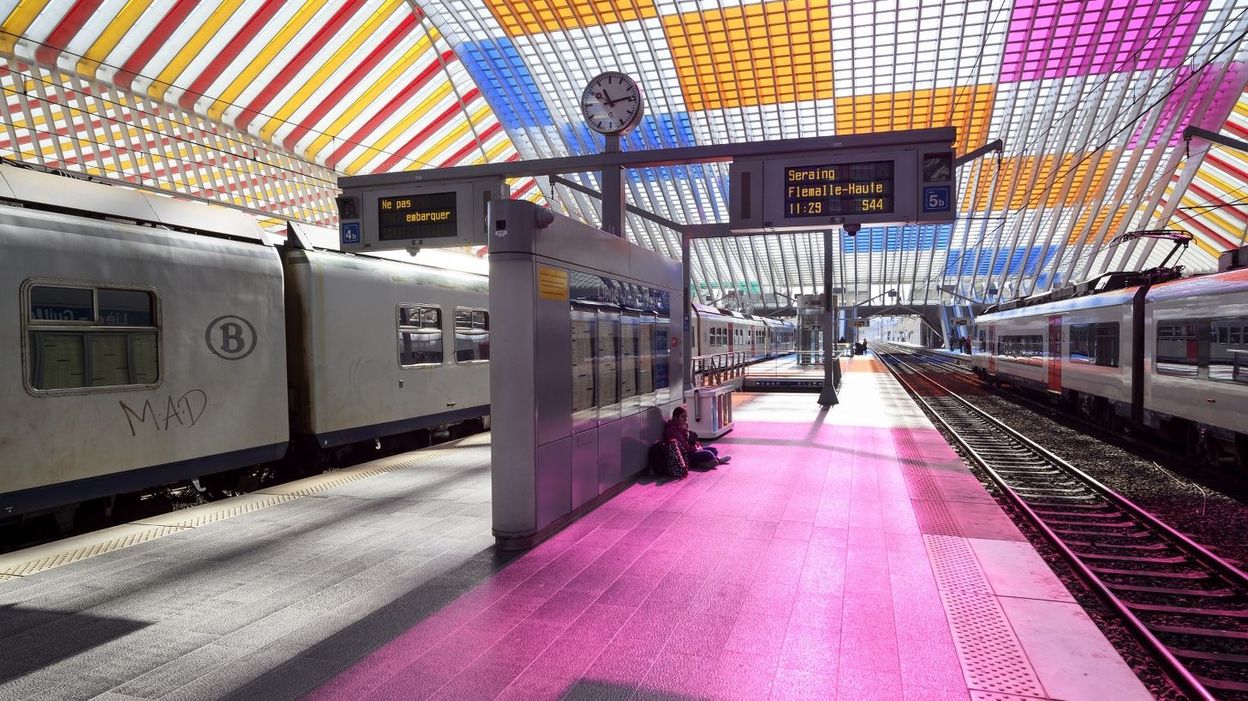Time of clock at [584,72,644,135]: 11:13
